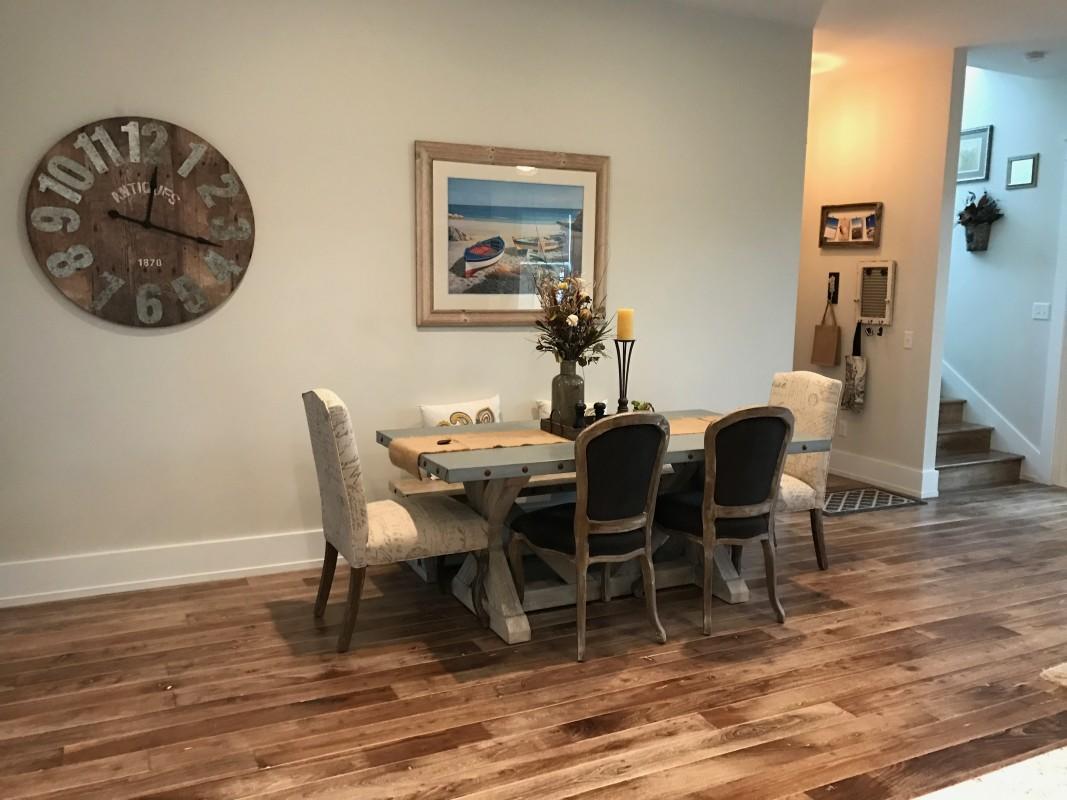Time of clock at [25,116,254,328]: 12:17
